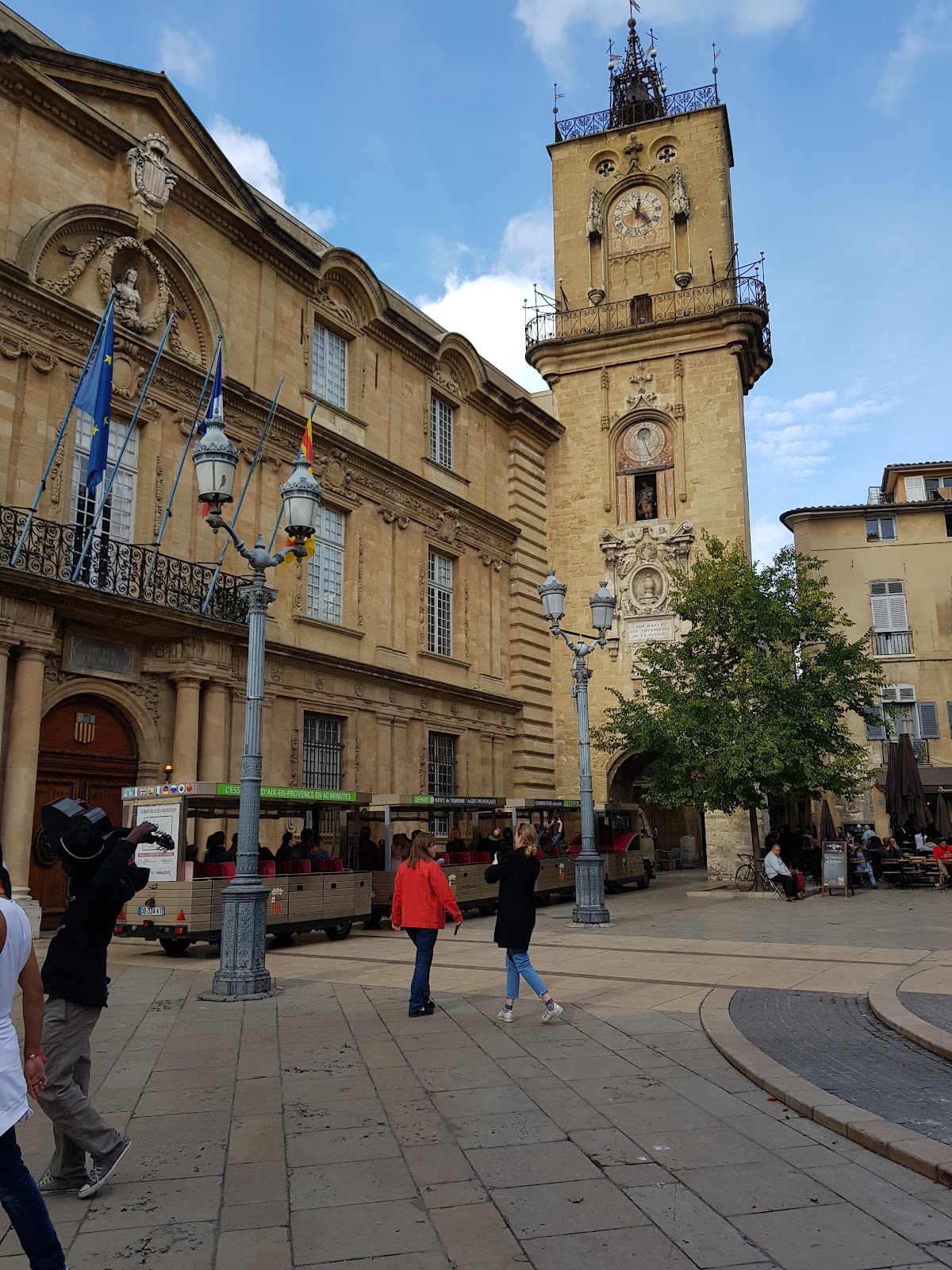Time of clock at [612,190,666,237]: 12:22
